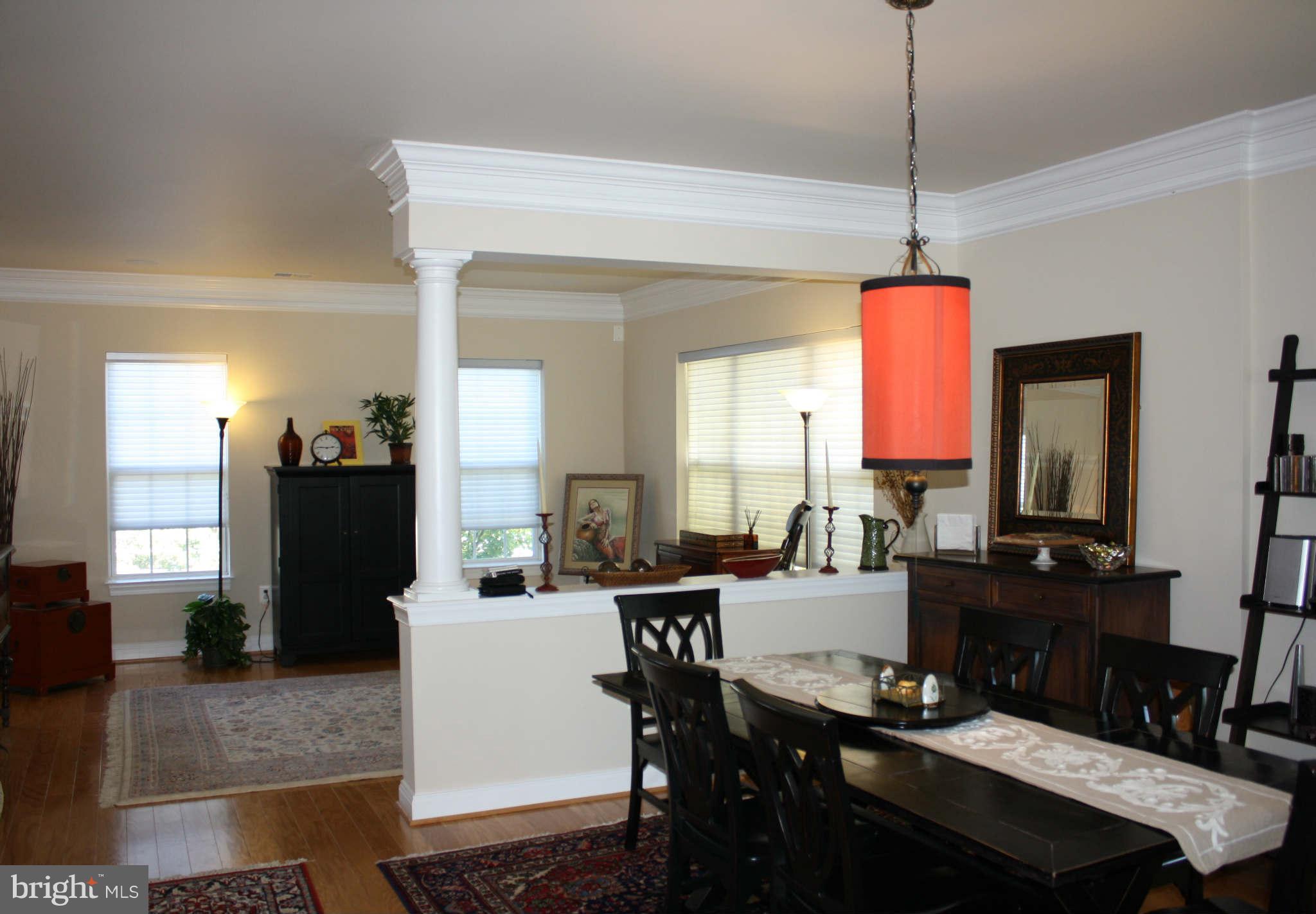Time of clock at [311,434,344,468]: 2:45
